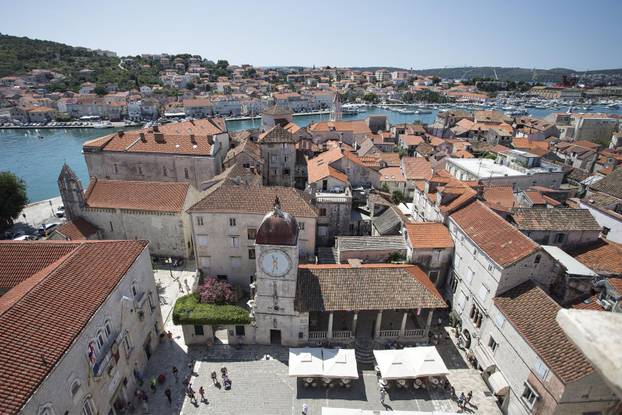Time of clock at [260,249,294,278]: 11:32
